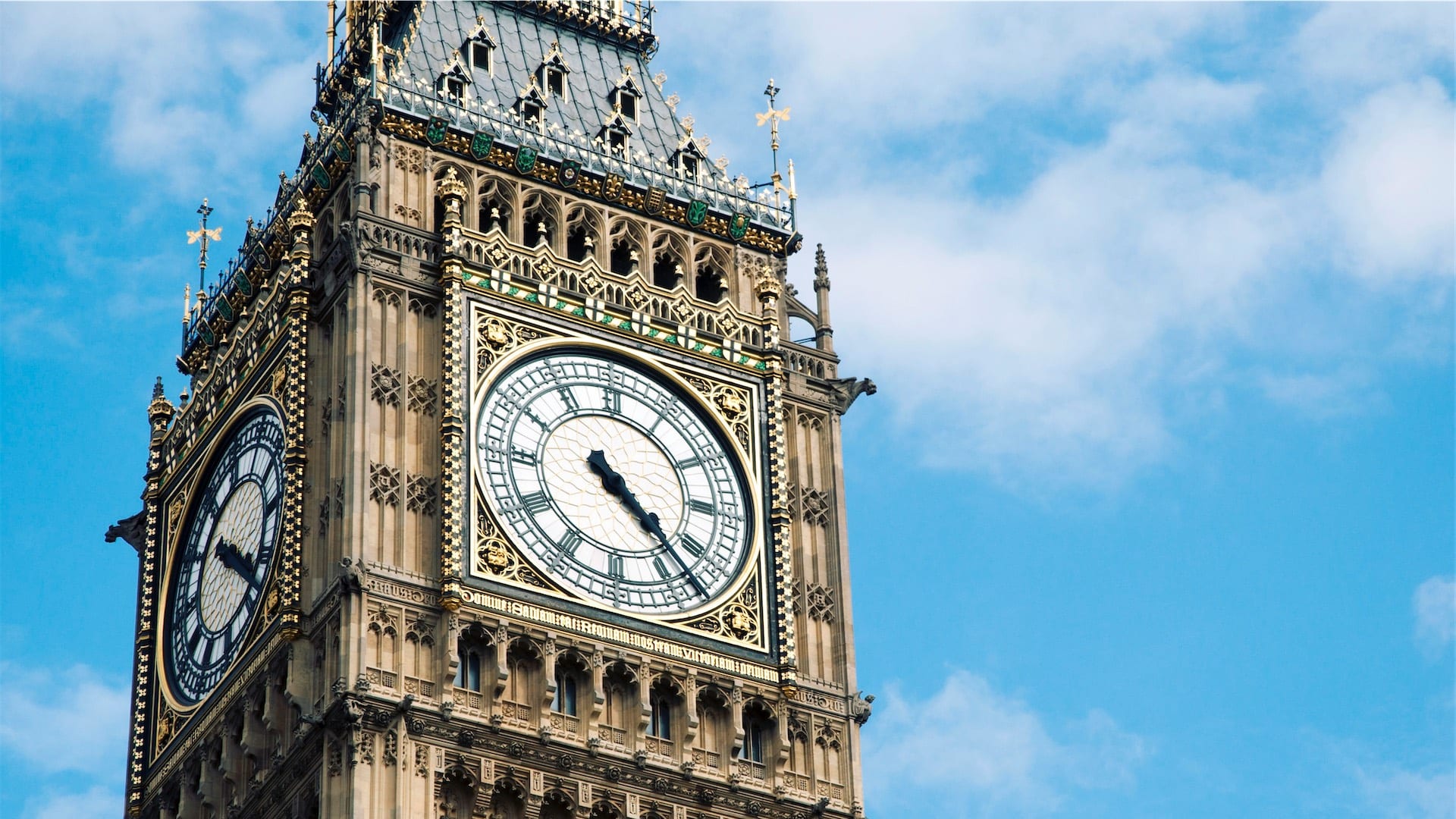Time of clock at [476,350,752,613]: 4:22
